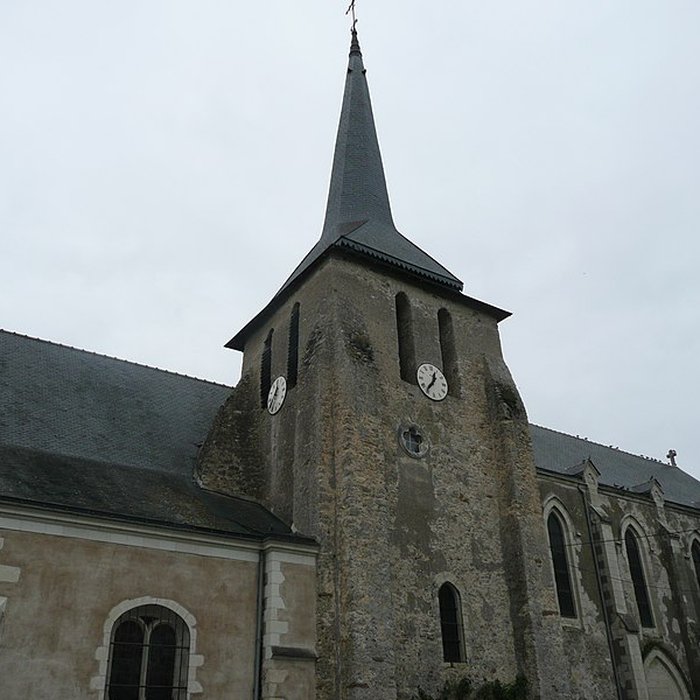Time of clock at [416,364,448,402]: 12:36
